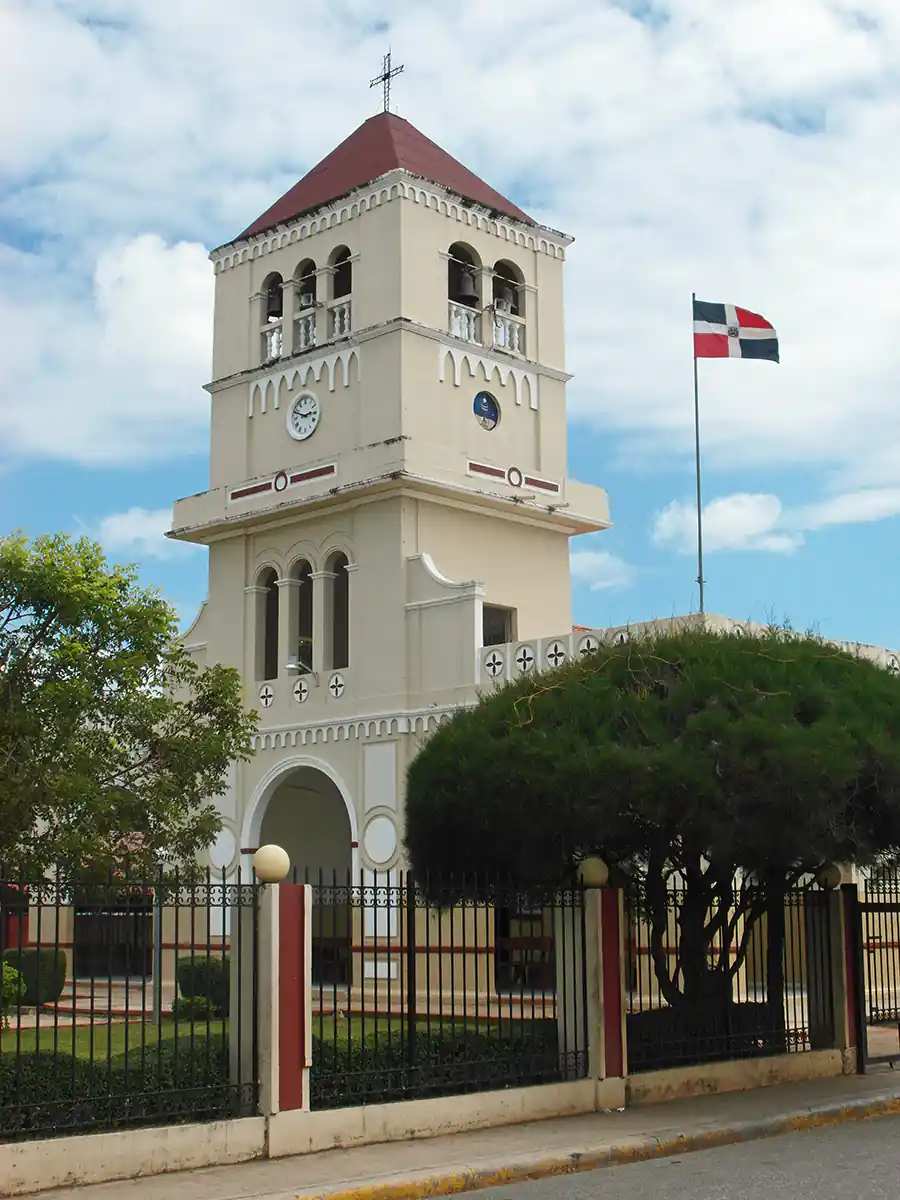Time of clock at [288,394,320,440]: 2:48
